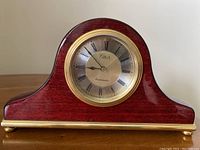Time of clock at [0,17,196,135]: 8:52
